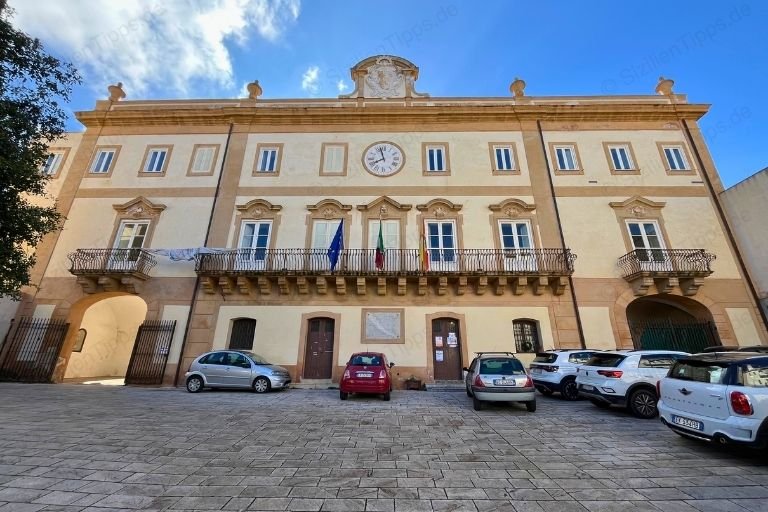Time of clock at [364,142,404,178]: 7:57
